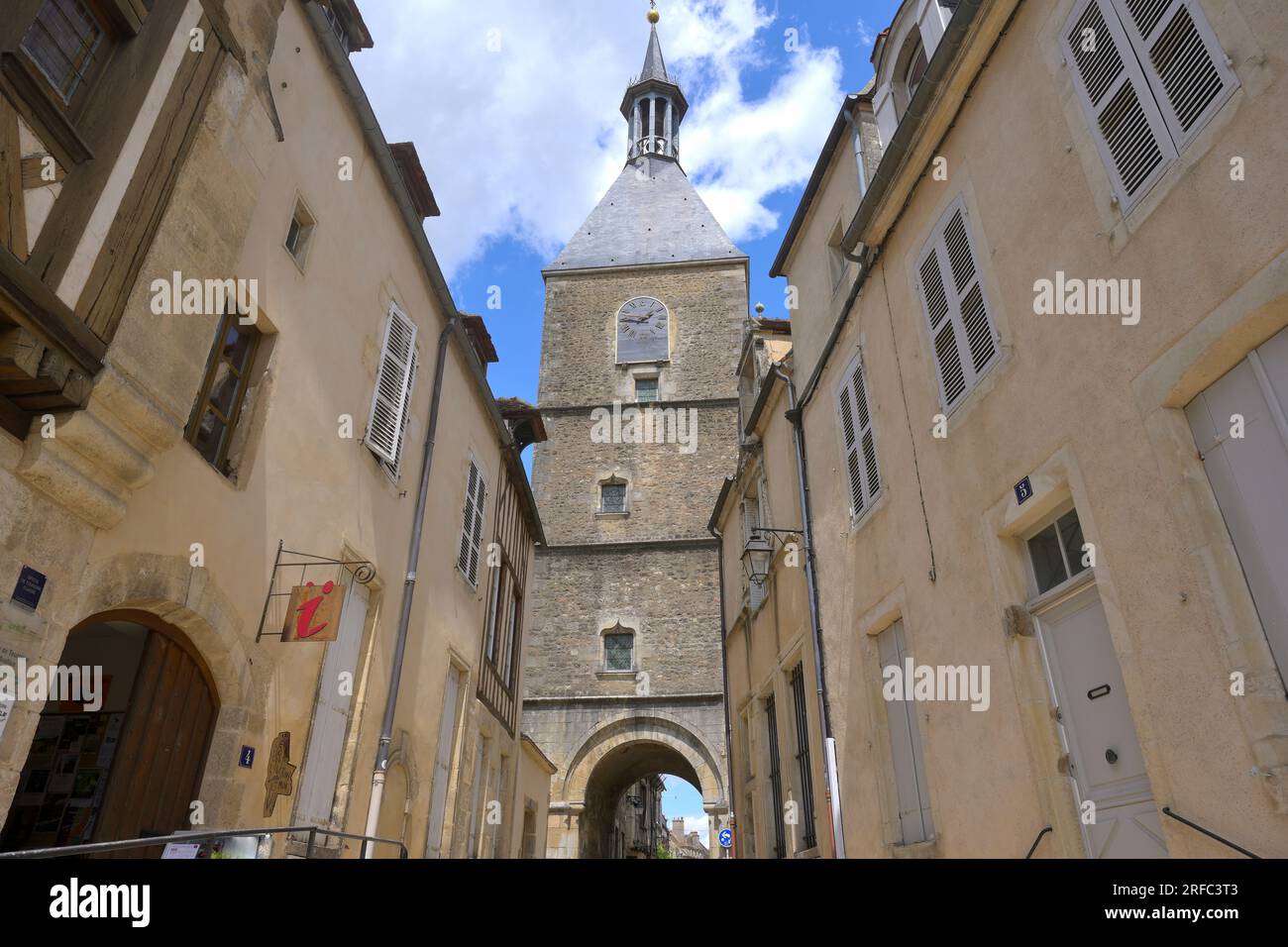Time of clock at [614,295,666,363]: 1:46
